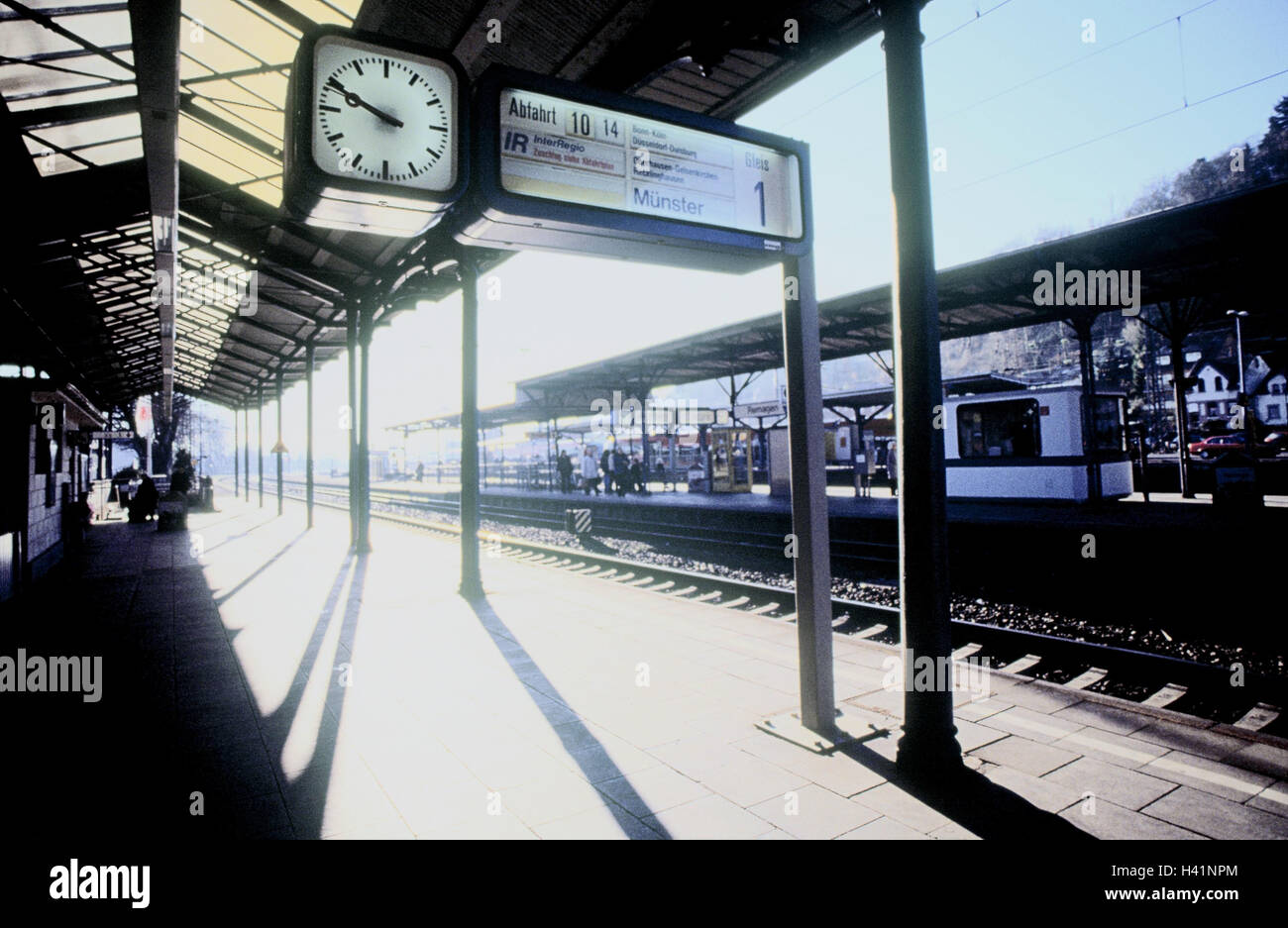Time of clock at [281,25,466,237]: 9:49
